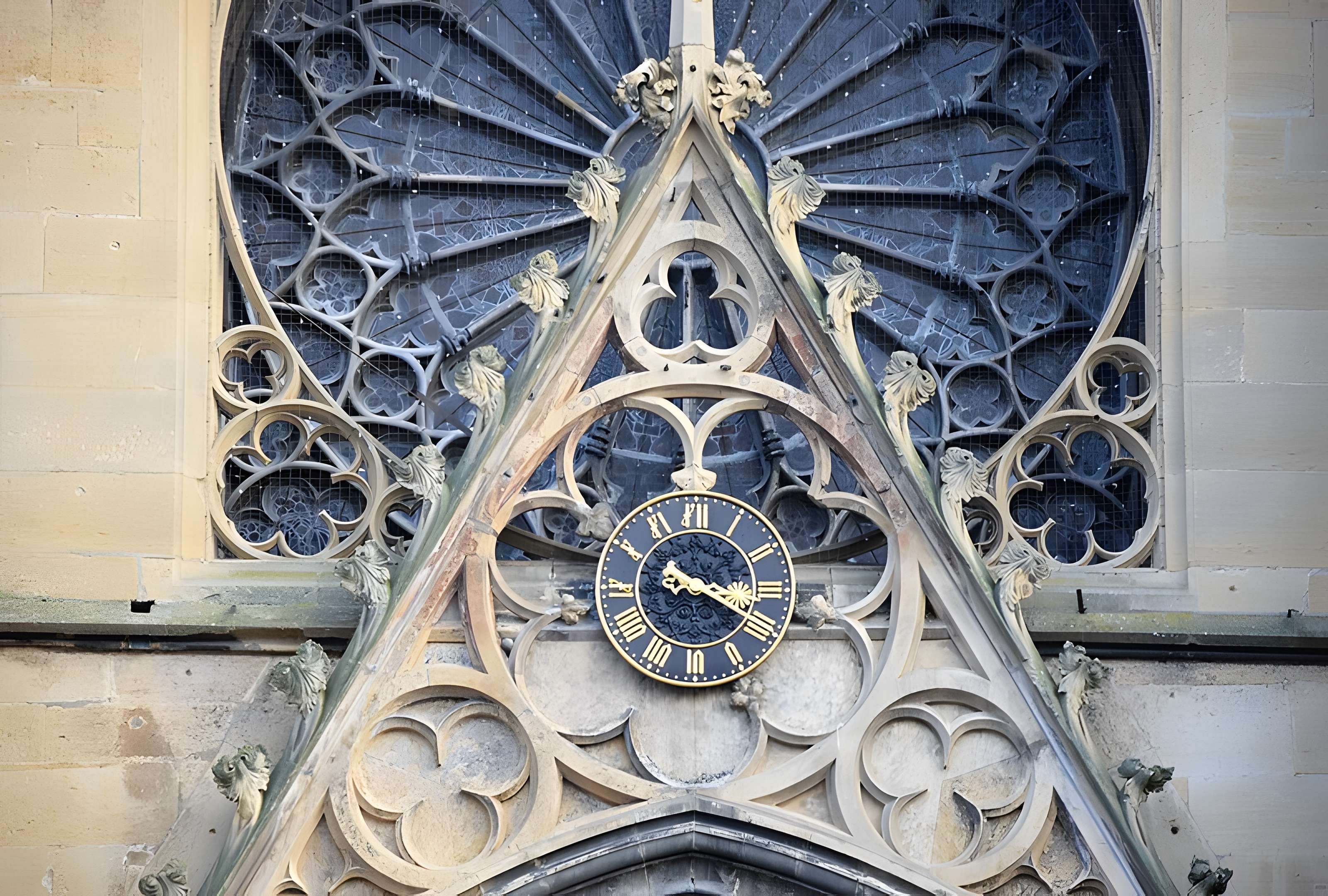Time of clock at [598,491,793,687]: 10:19
